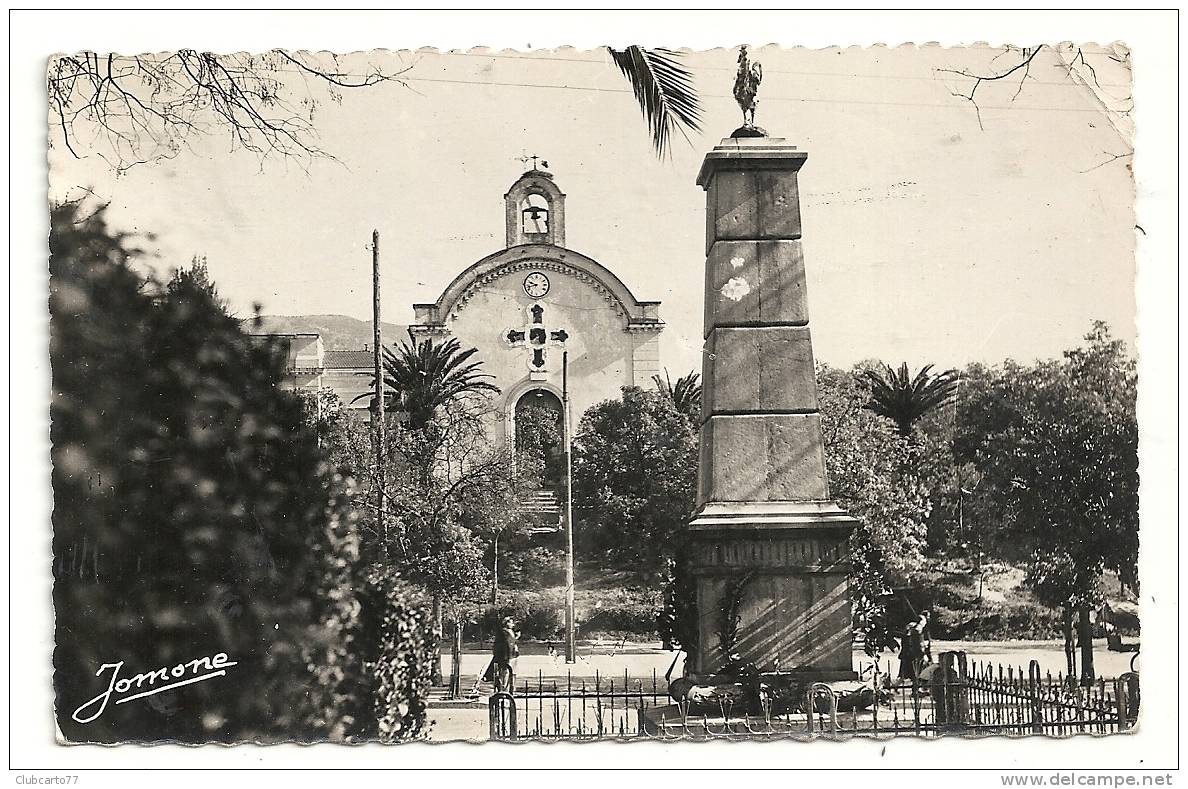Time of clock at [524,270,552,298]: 9:42
